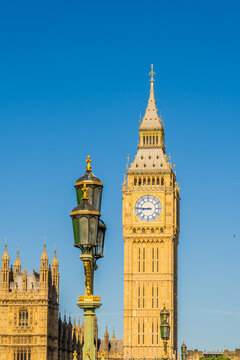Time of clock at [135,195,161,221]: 8:45
